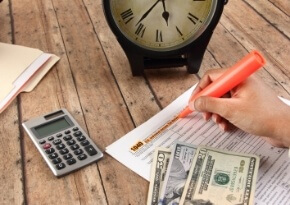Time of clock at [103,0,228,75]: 5:36
